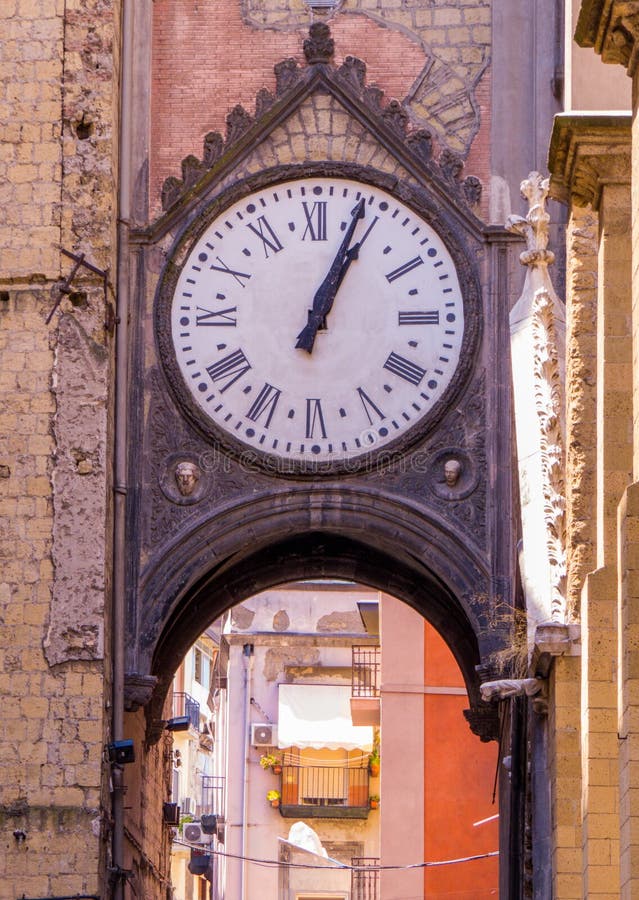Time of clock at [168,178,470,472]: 1:03
